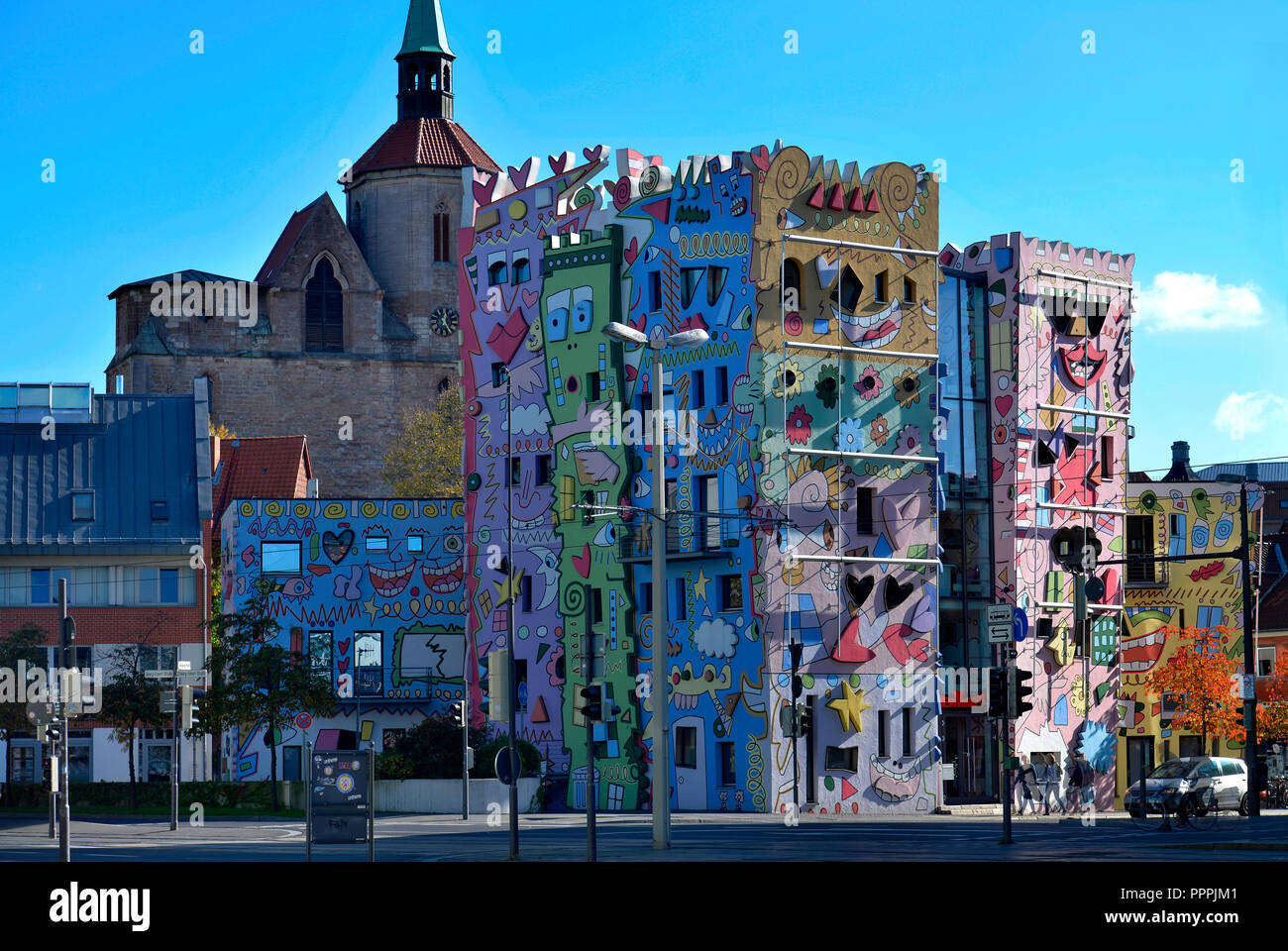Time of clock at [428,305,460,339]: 12:24
